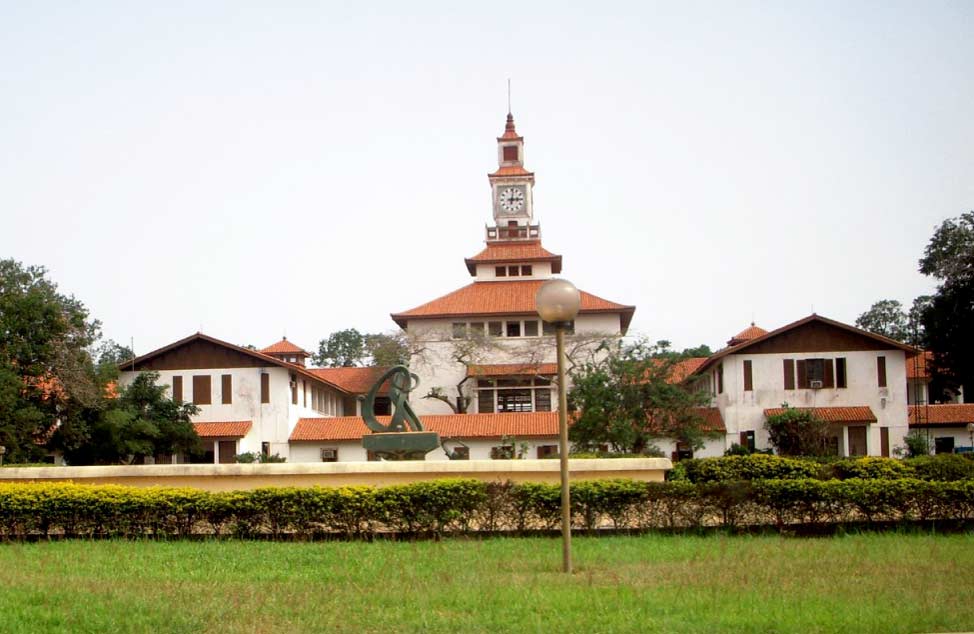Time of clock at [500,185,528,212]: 3:01
